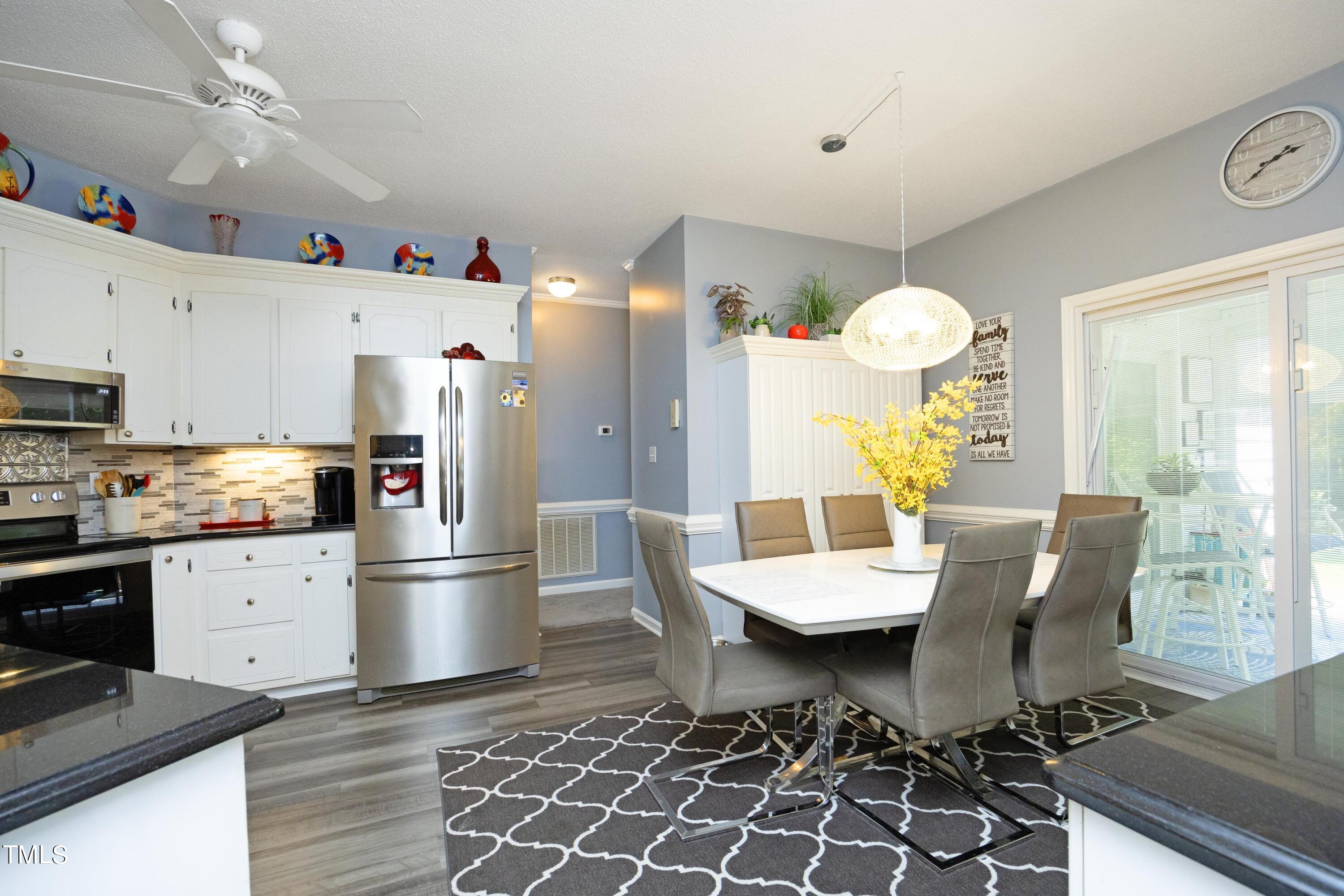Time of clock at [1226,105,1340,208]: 2:39
